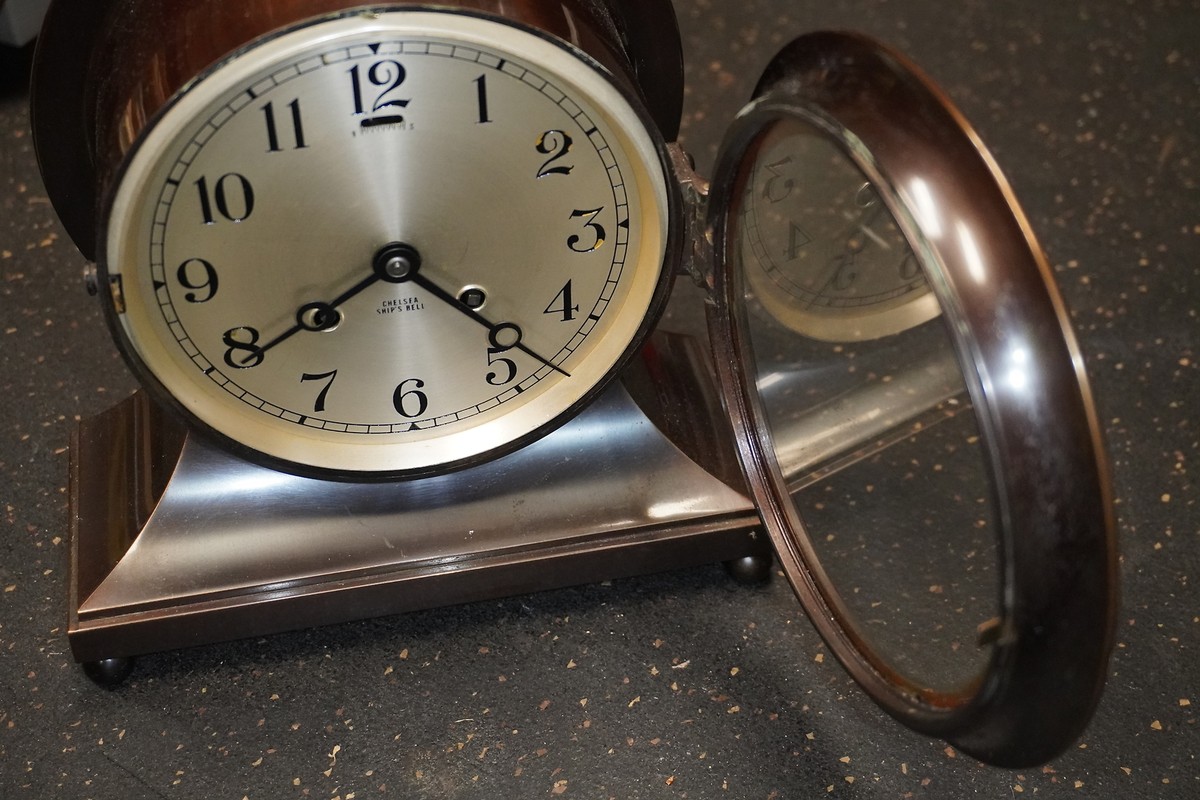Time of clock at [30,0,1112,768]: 4:39
